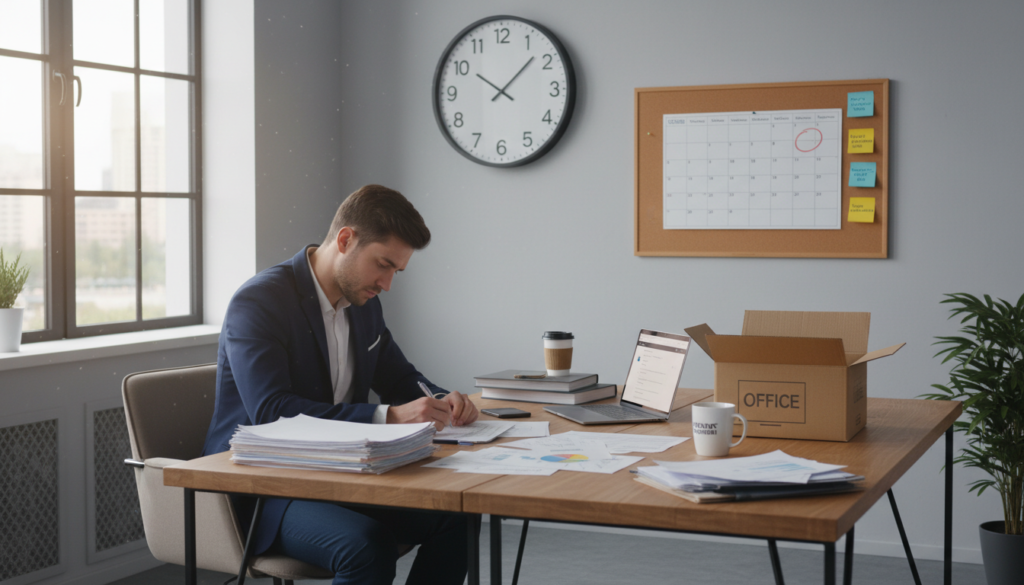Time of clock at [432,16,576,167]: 10:07
